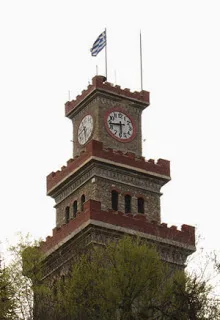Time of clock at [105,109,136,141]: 5:43
